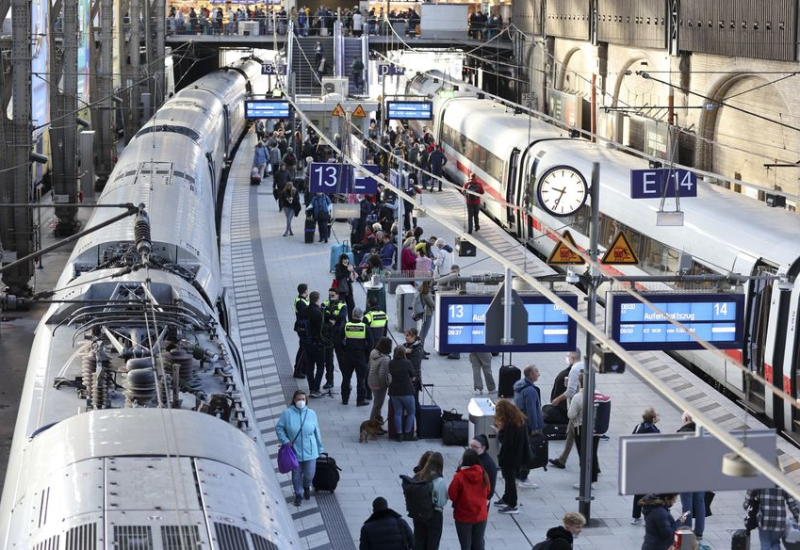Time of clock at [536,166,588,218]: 9:34
